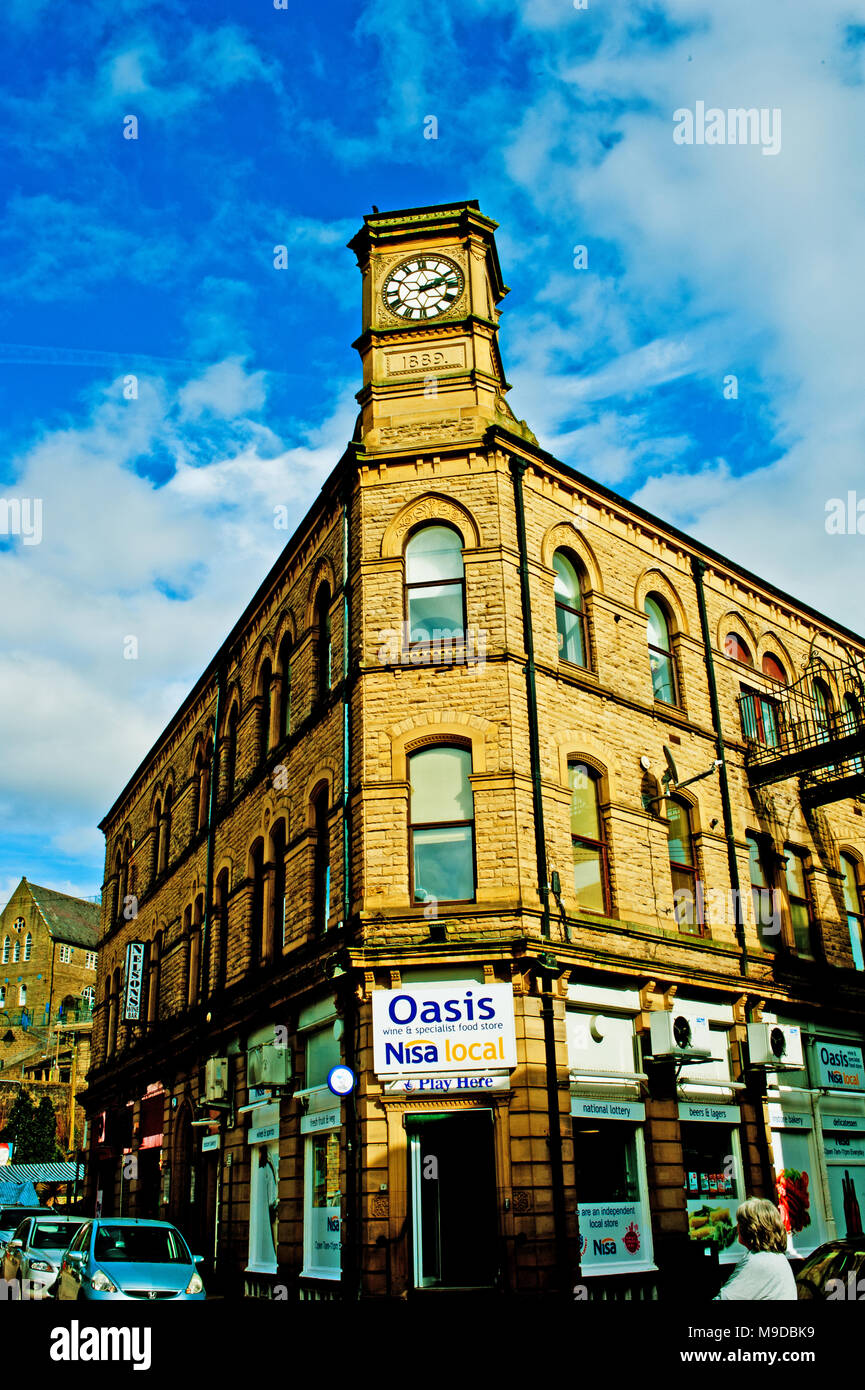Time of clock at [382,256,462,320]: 2:12
